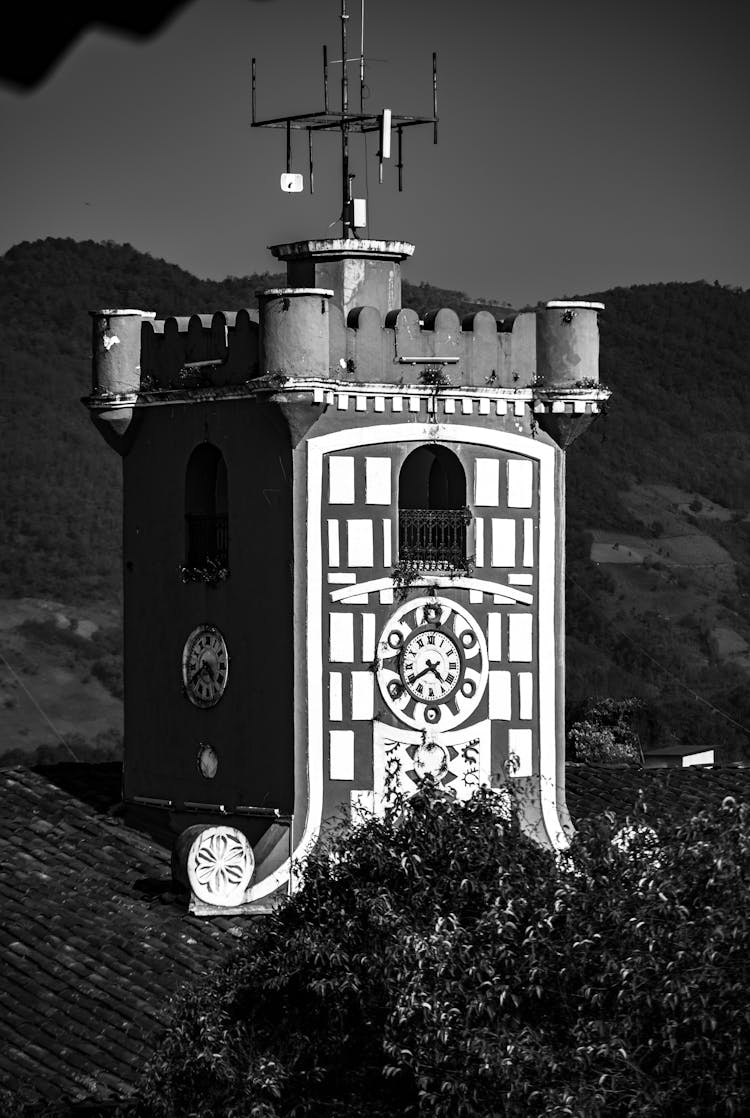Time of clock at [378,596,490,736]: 4:39
